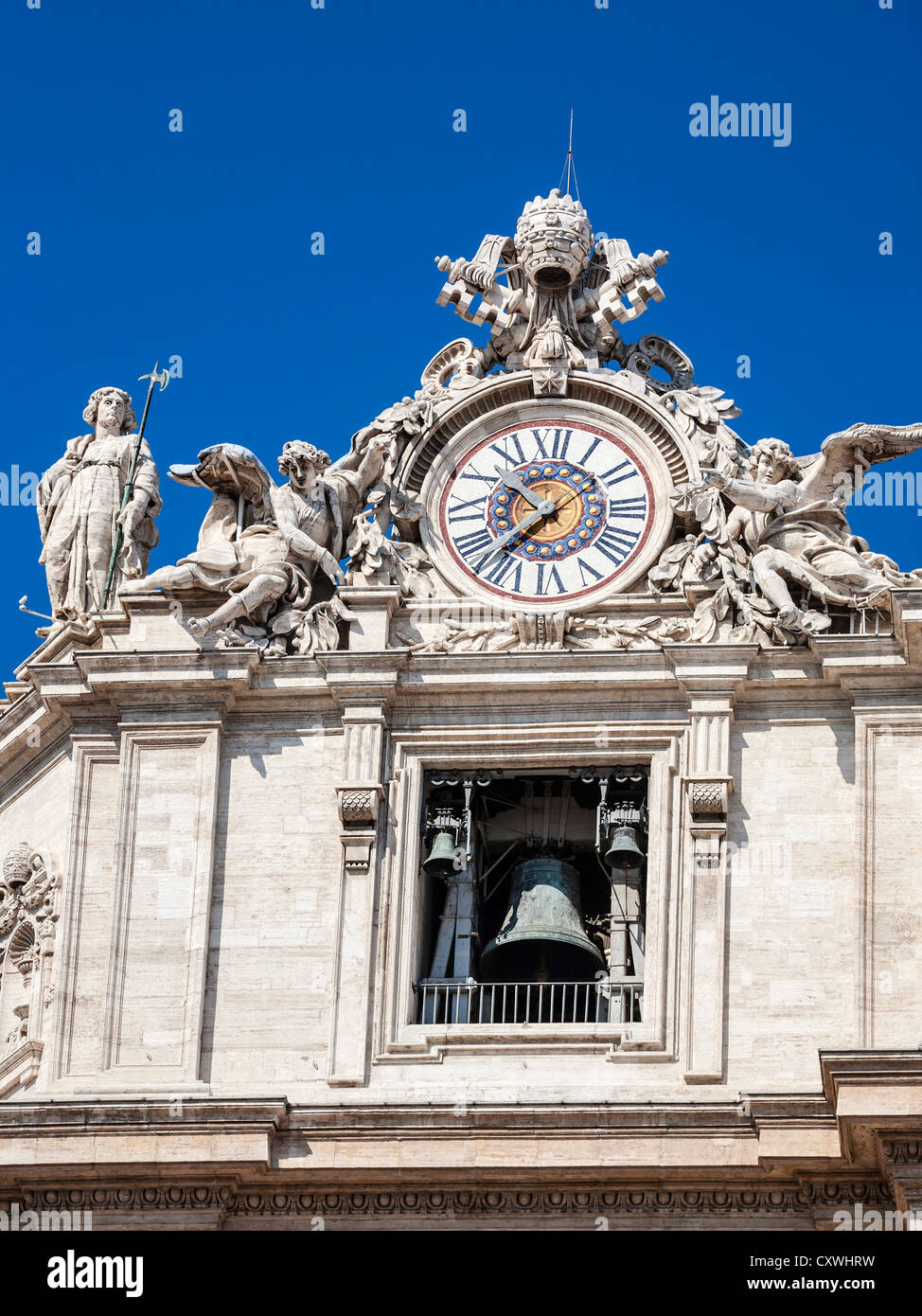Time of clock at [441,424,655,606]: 10:37
